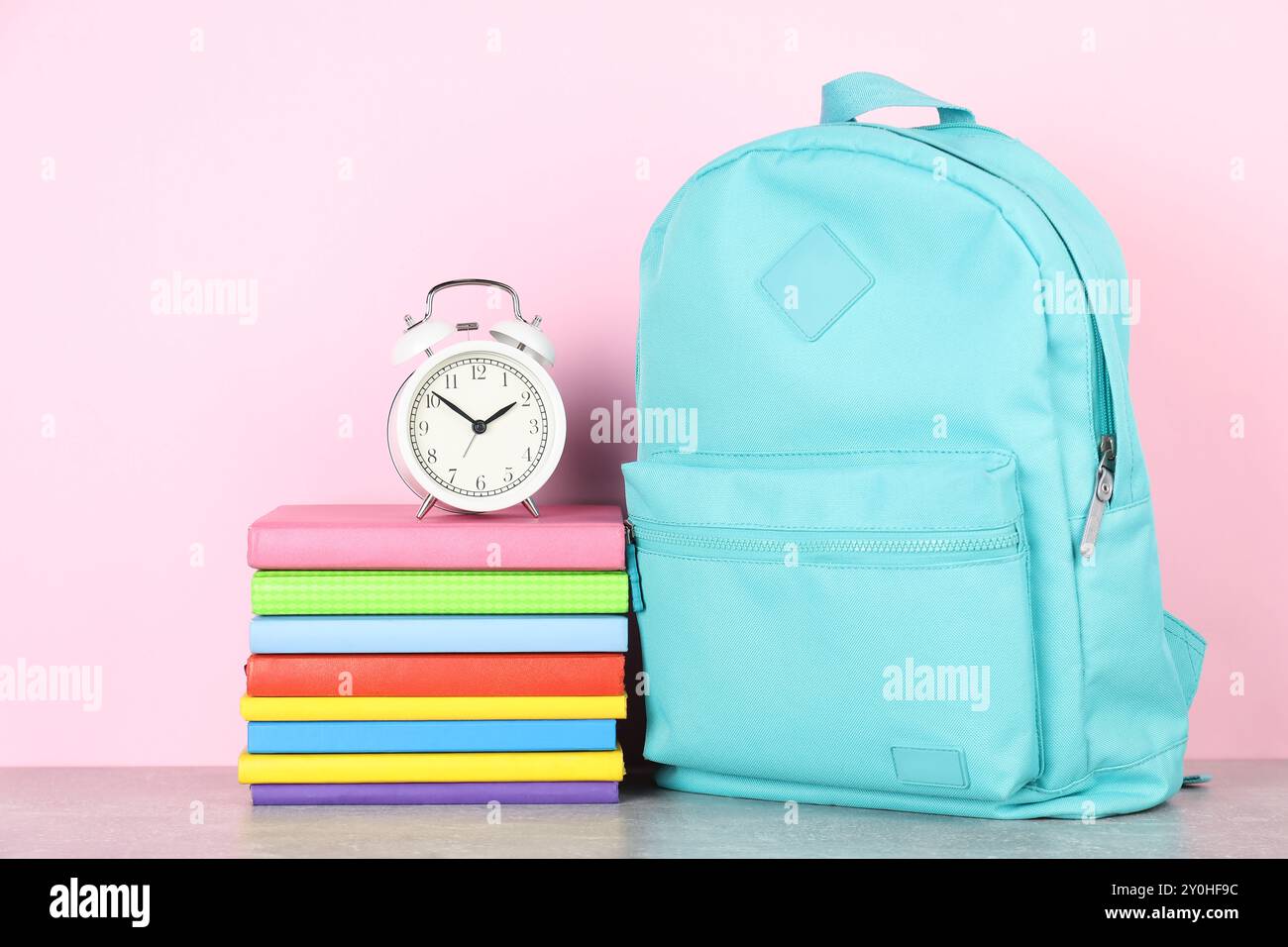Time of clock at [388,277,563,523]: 1:51
